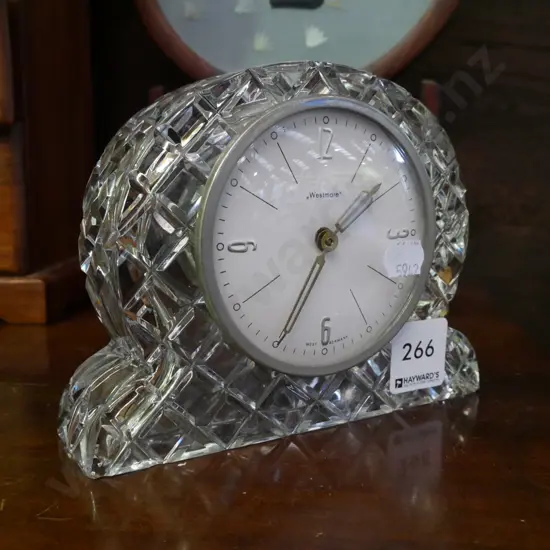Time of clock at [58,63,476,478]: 1:34
